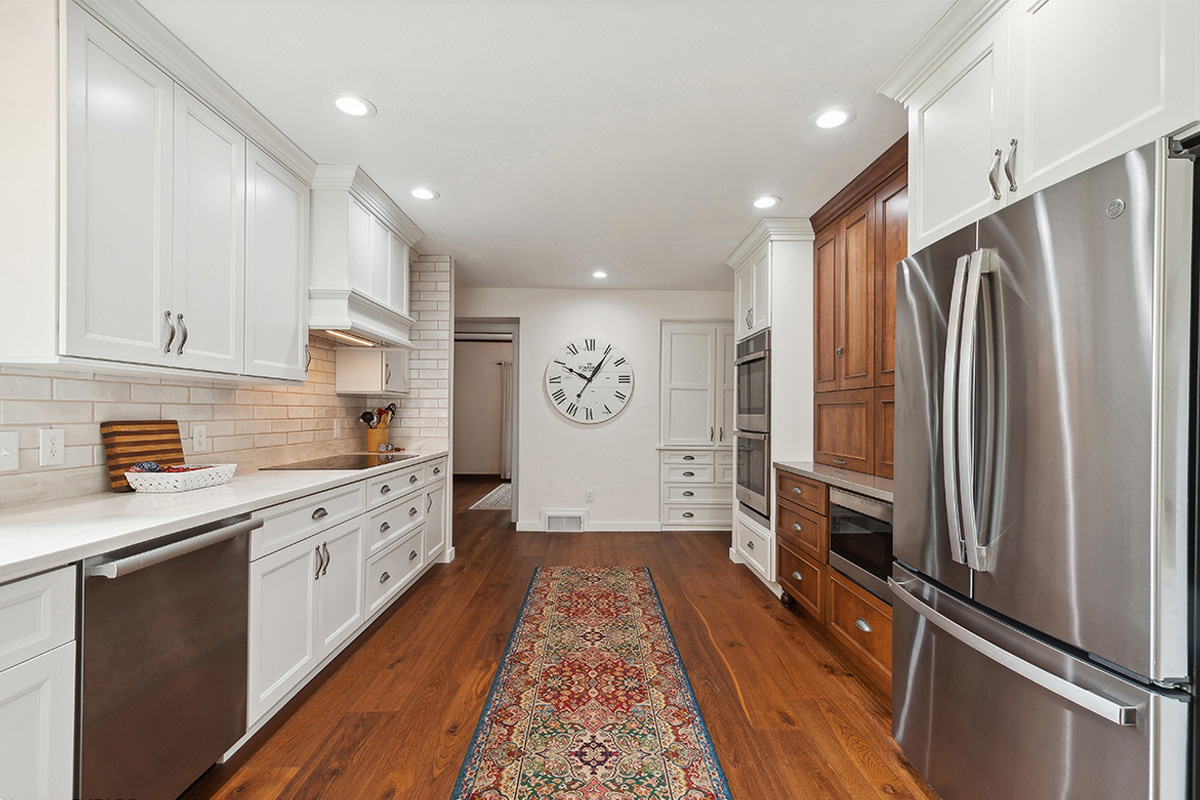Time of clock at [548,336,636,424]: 10:05
